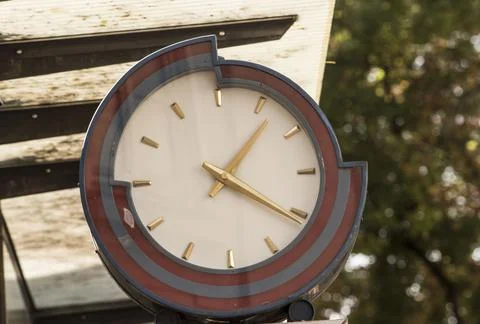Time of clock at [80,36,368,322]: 1:20
